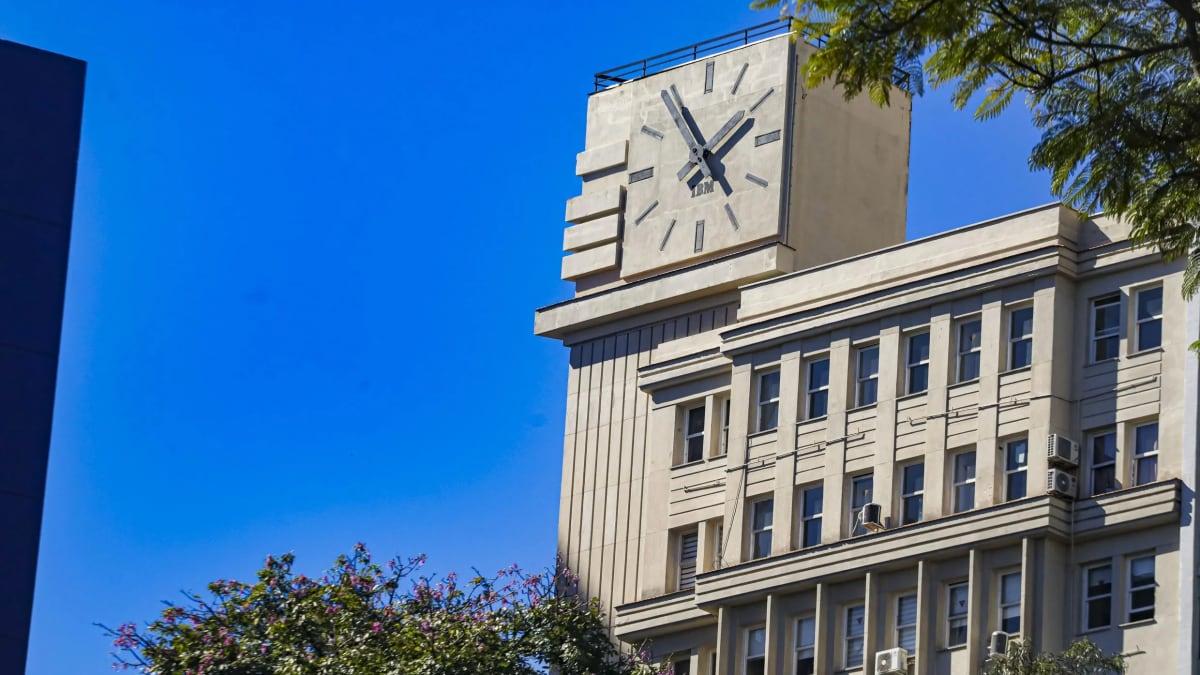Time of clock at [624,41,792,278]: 1:54
